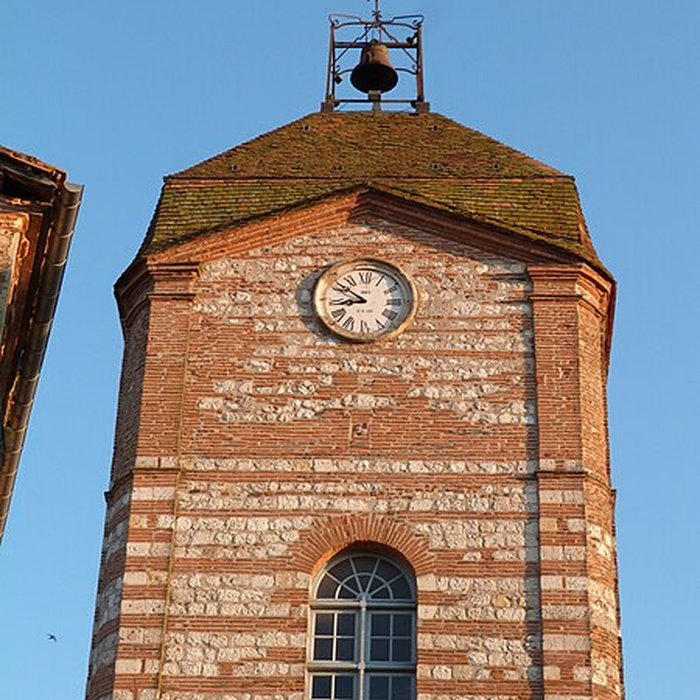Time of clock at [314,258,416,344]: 8:51
